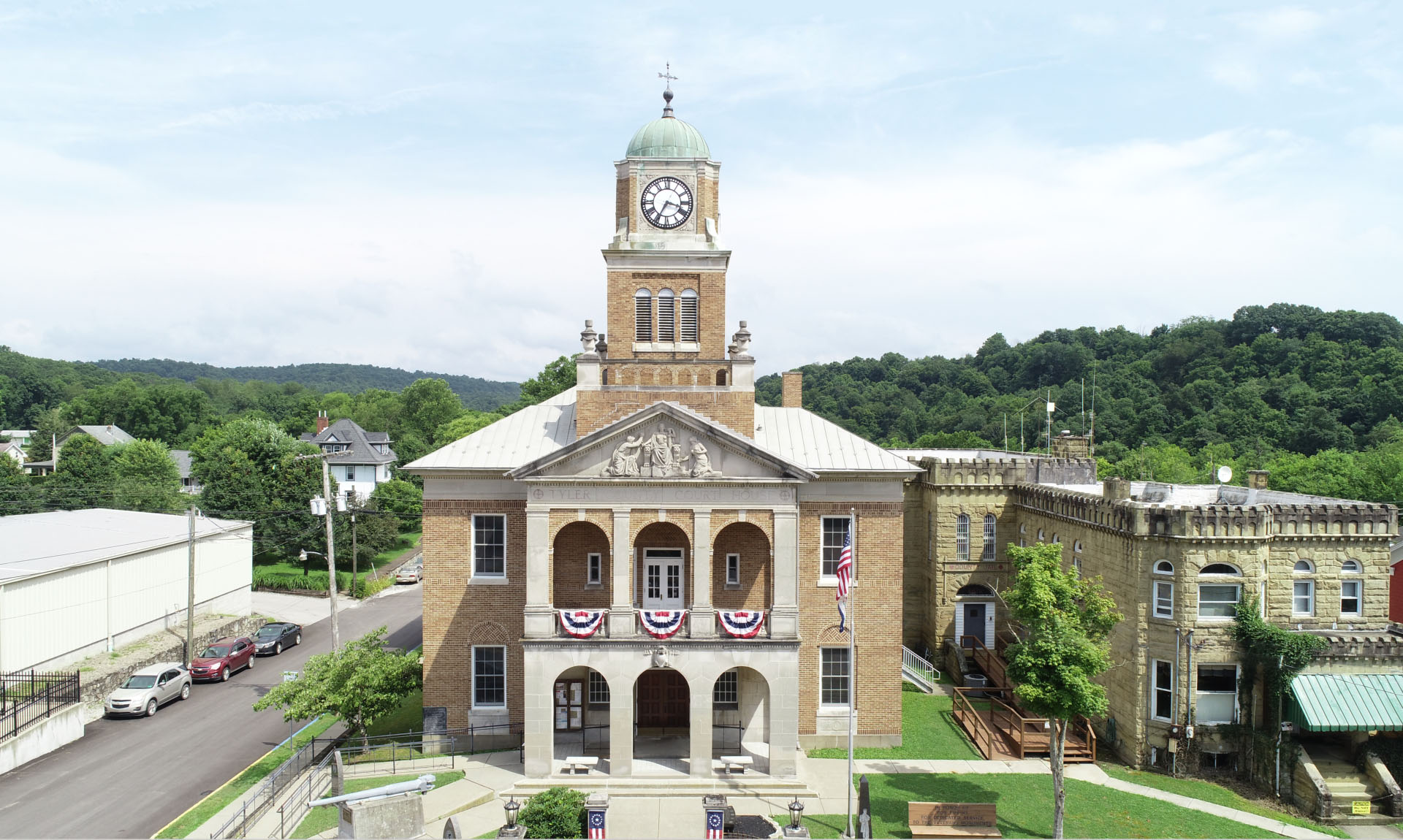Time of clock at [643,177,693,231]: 3:34
